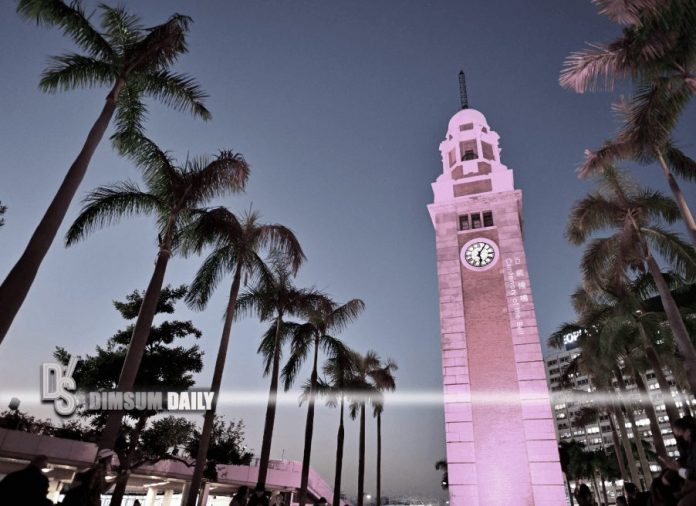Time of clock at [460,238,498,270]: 6:05
